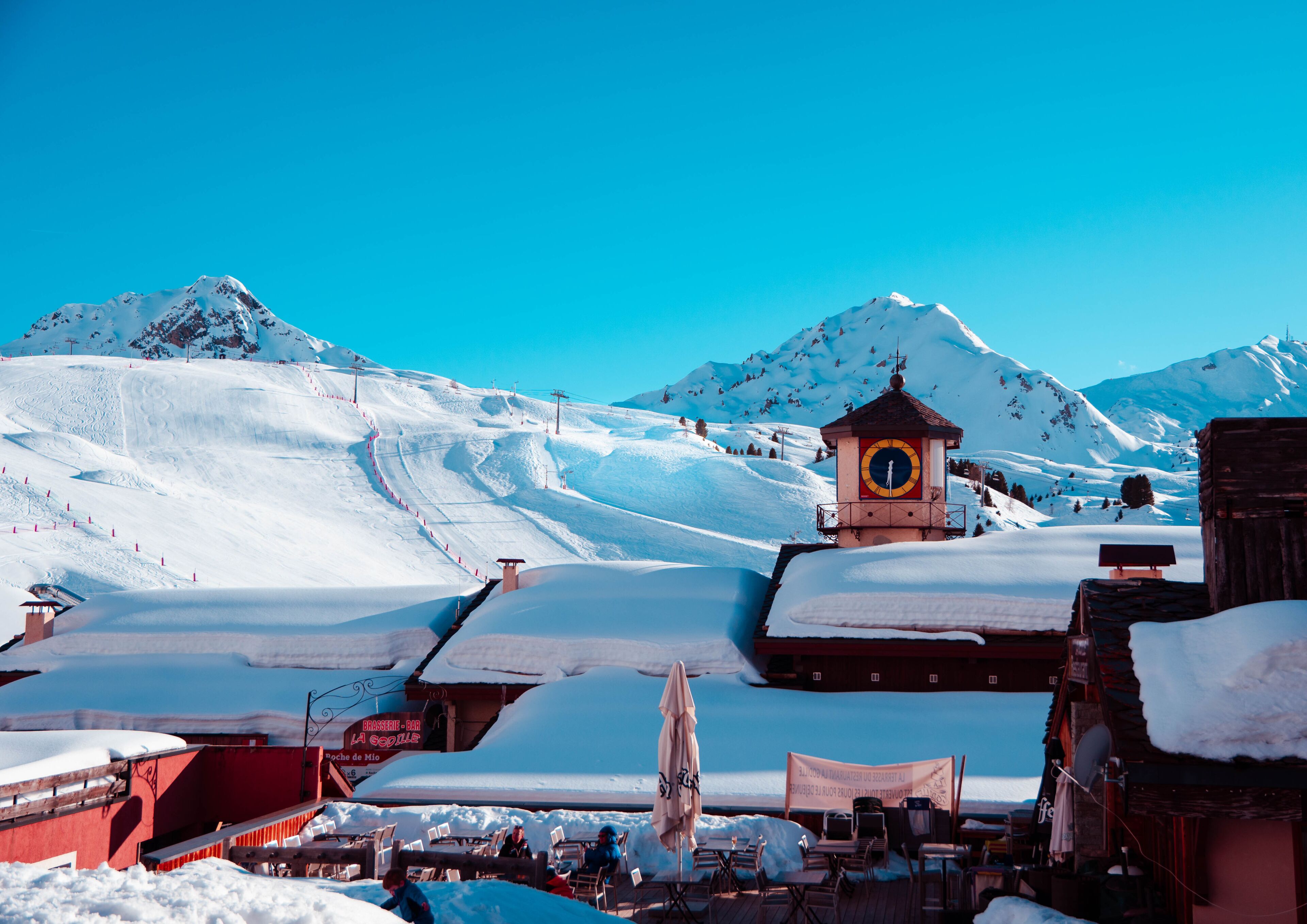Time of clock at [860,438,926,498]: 6:29
